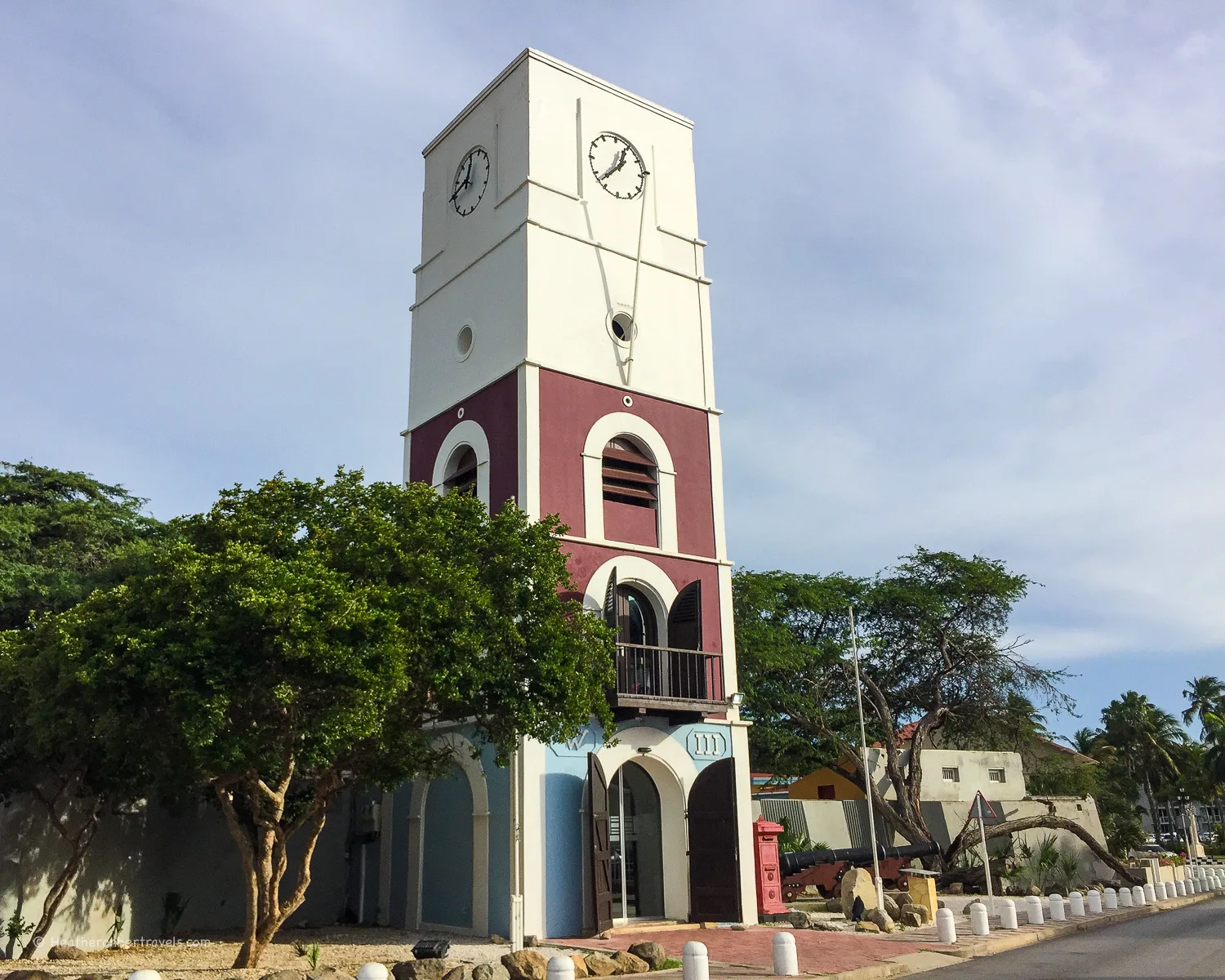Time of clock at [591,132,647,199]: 12:37
